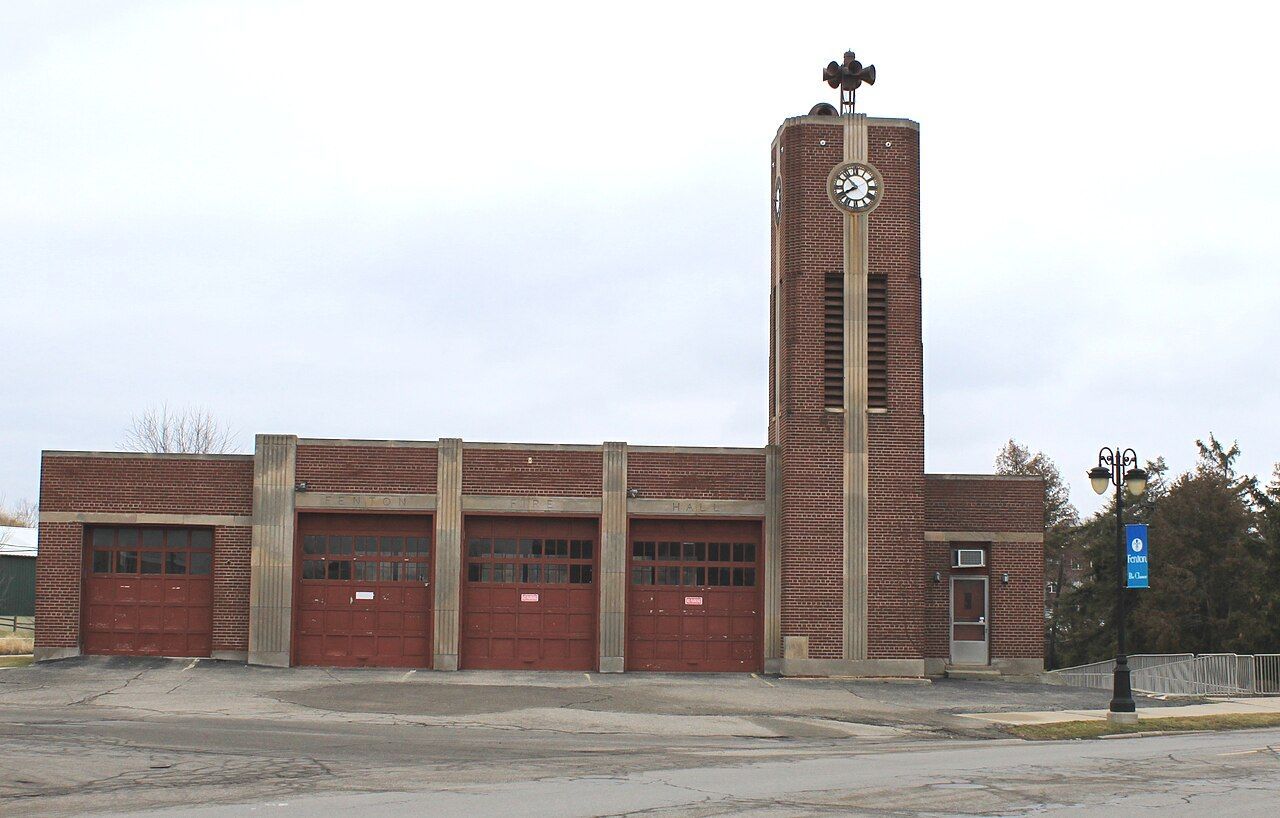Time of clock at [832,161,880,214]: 7:52
